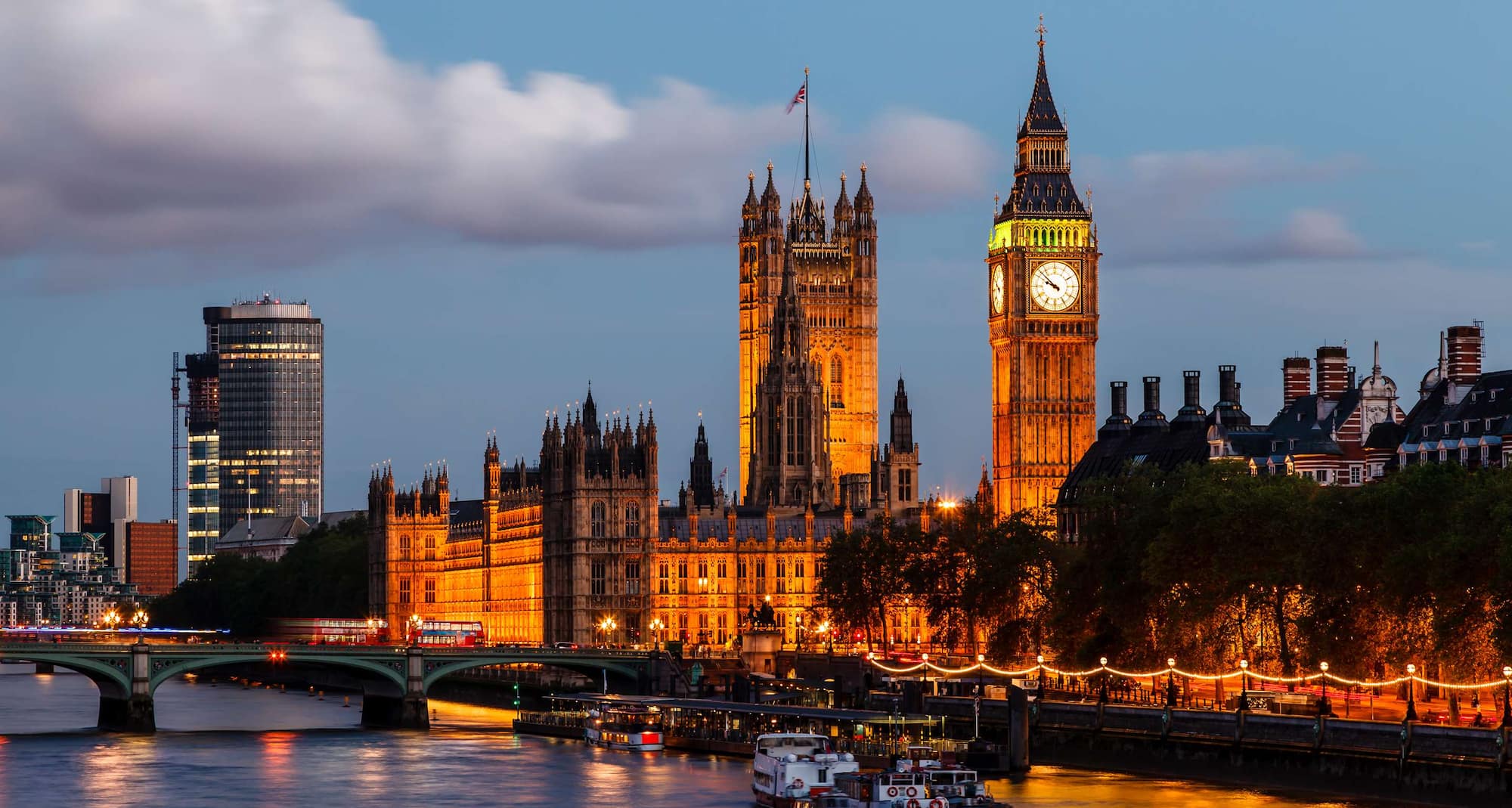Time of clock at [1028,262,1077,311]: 9:52
